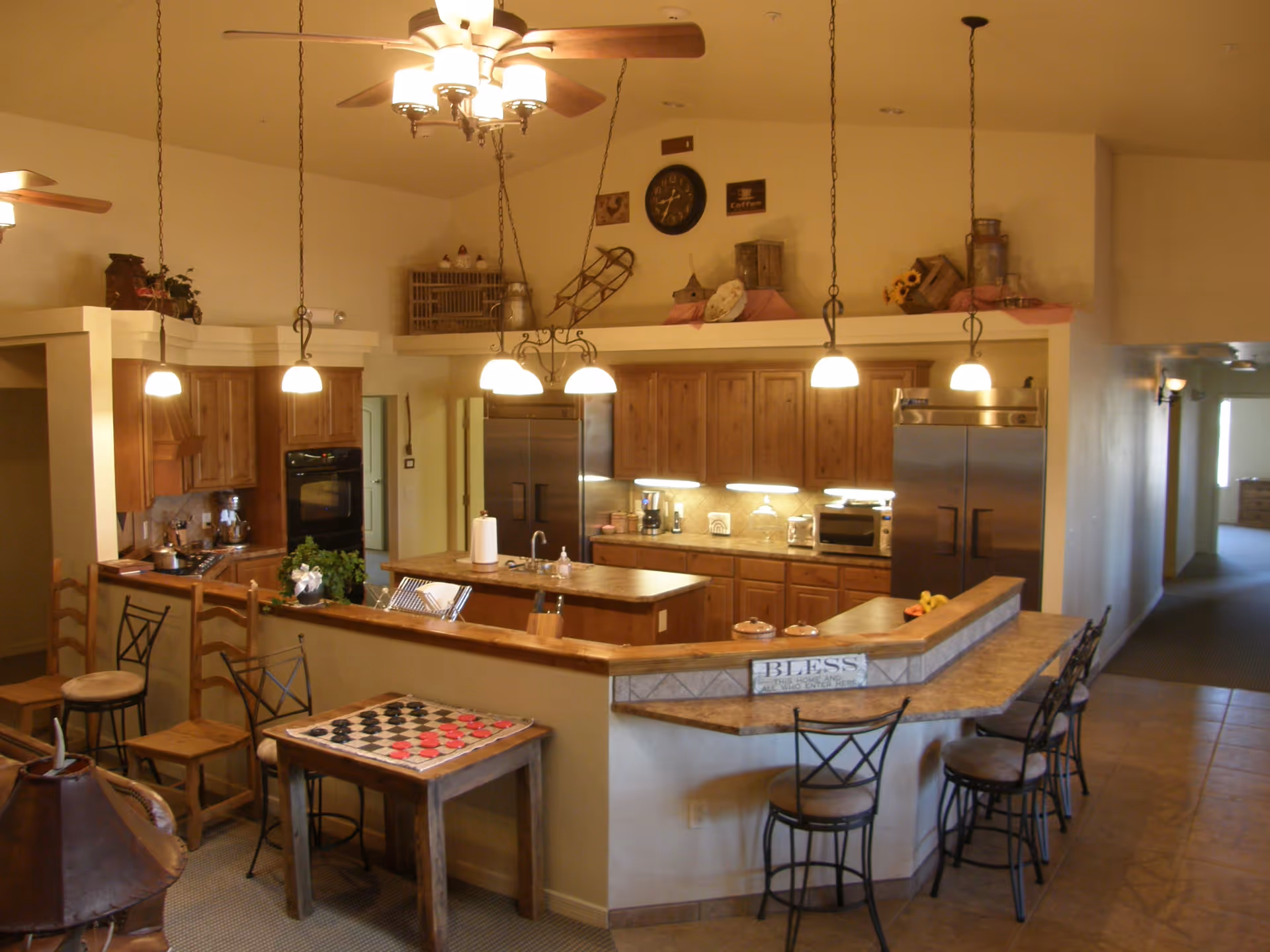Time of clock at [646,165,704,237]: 8:34
